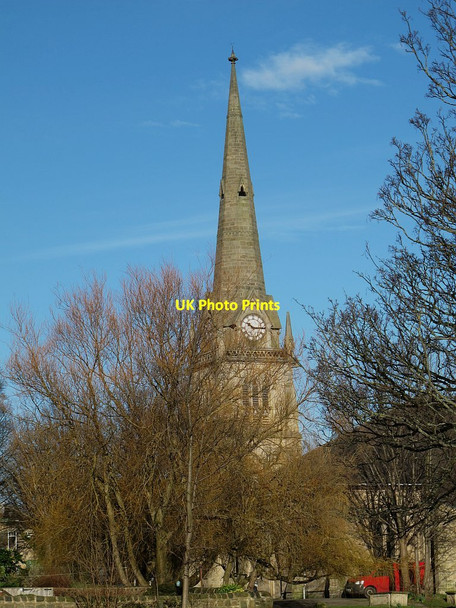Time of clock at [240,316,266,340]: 10:14
